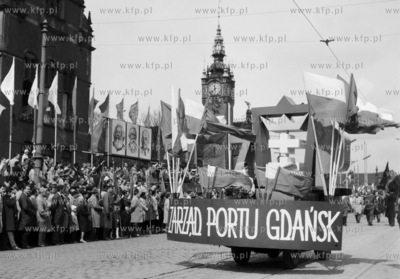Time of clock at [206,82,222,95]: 11:37
